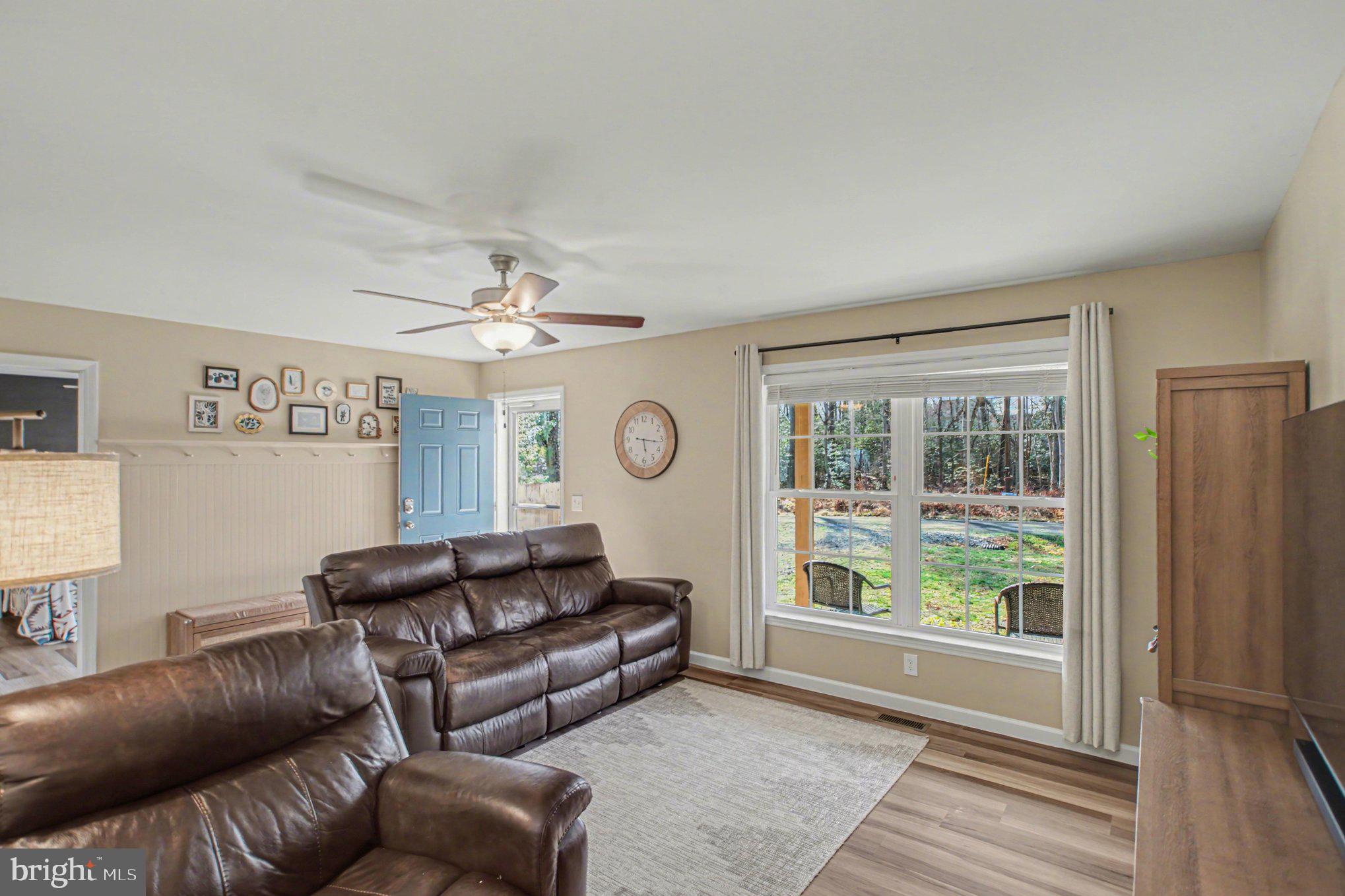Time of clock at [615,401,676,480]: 9:16
